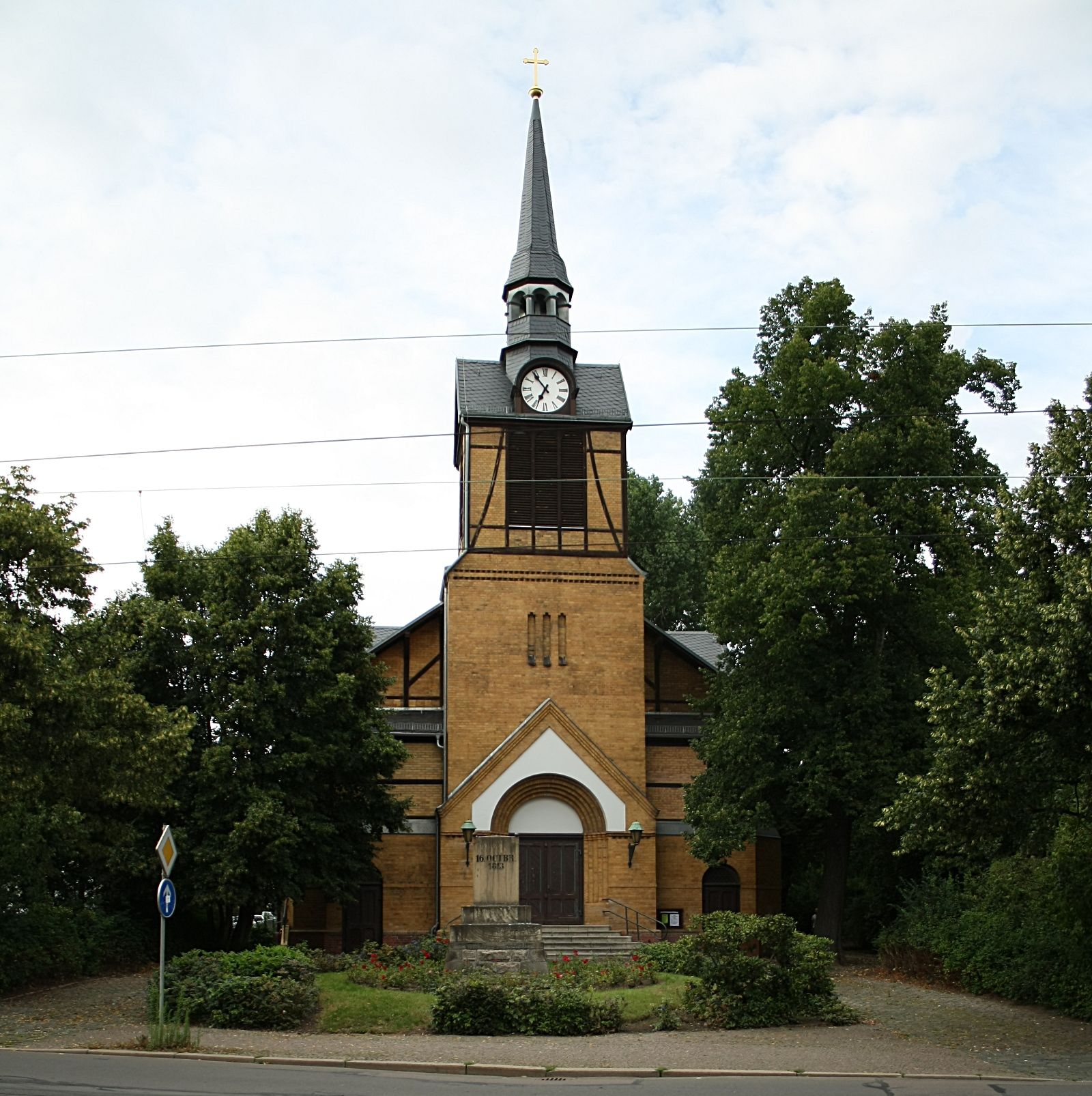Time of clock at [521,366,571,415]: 6:53
